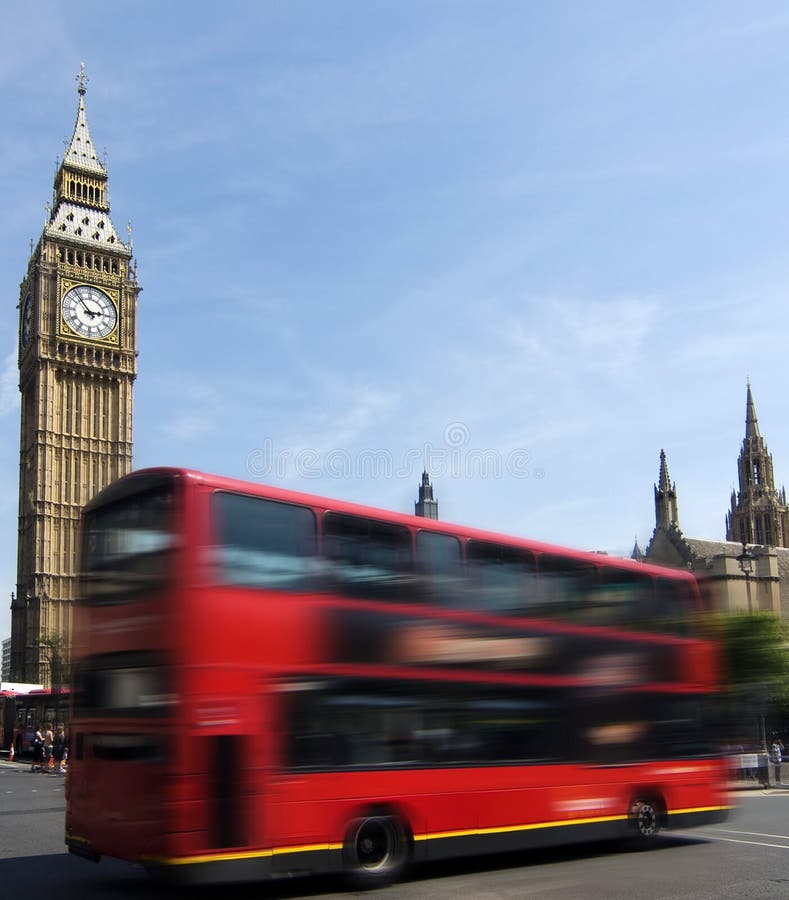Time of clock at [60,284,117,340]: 2:53
